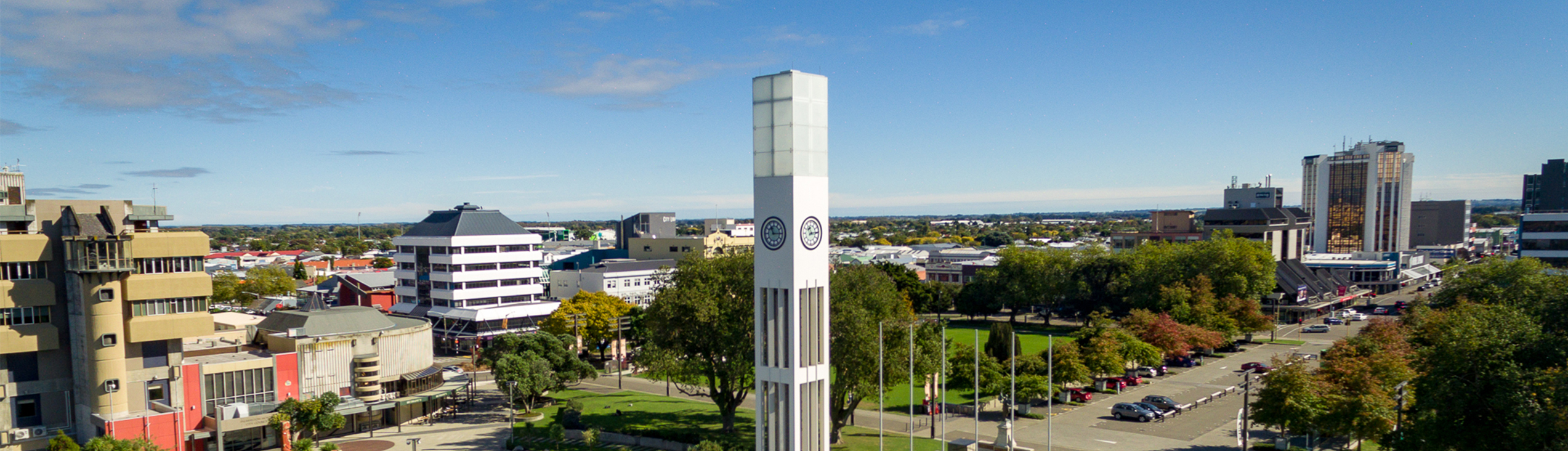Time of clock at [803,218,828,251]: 11:14
